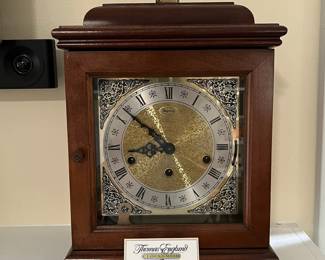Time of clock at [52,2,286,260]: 8:51
